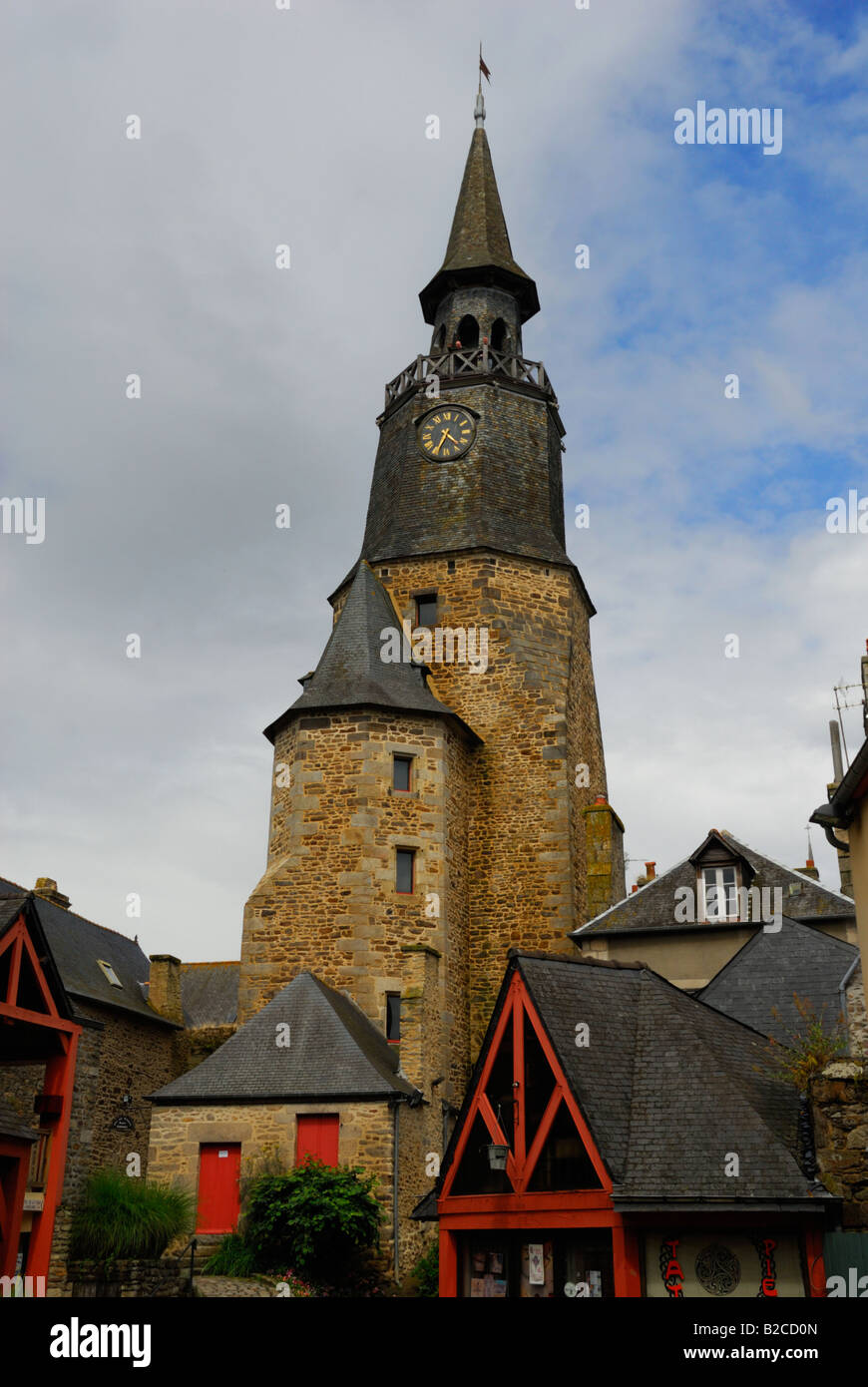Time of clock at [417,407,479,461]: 4:34
